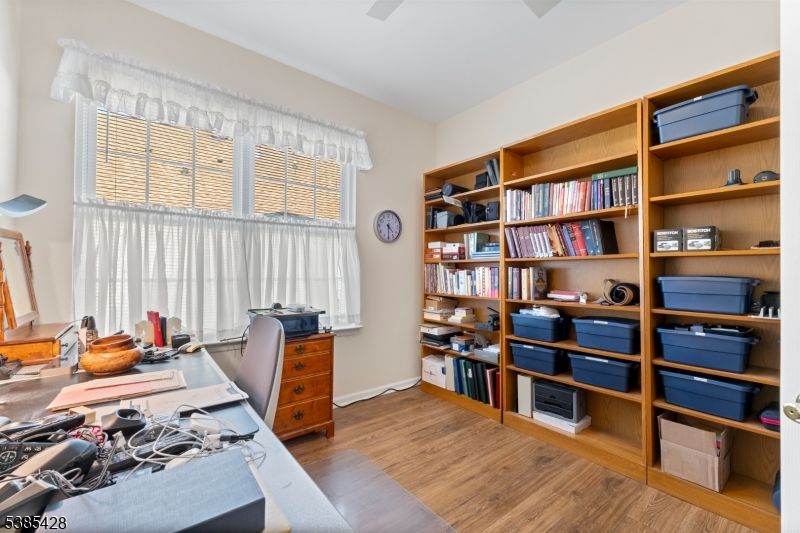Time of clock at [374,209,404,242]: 4:30
